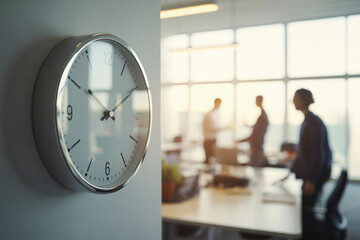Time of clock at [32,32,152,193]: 12:09
